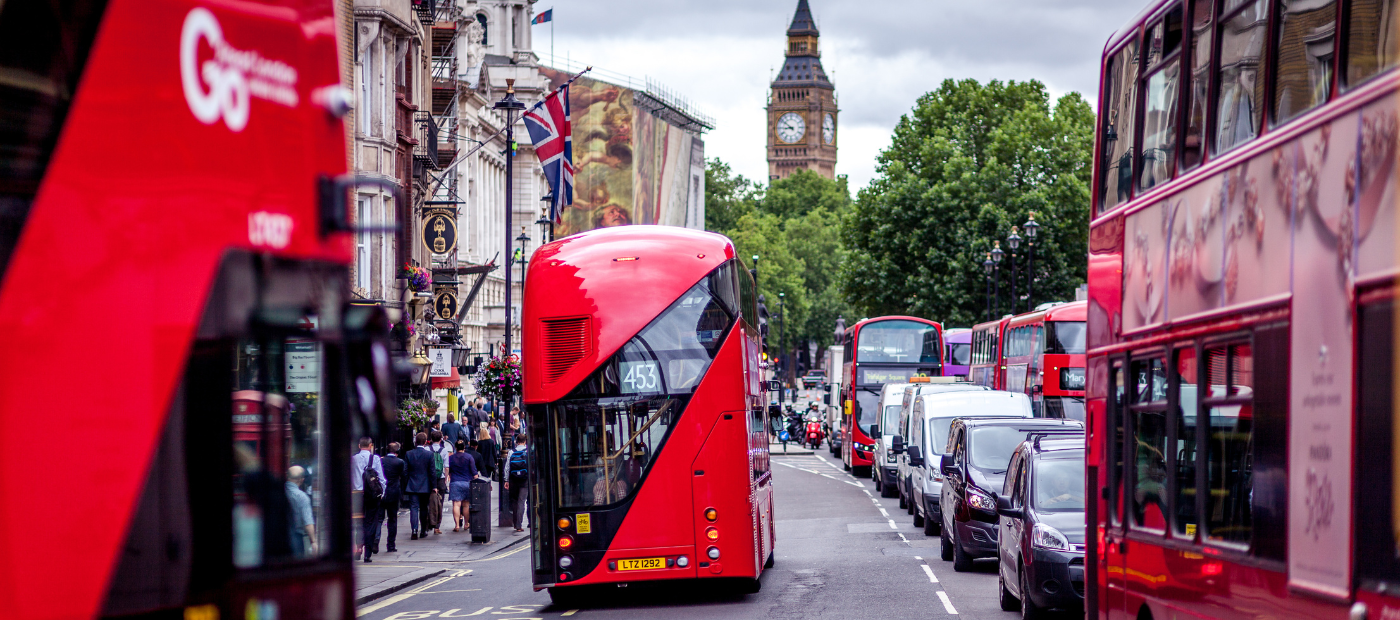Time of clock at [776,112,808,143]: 8:51
